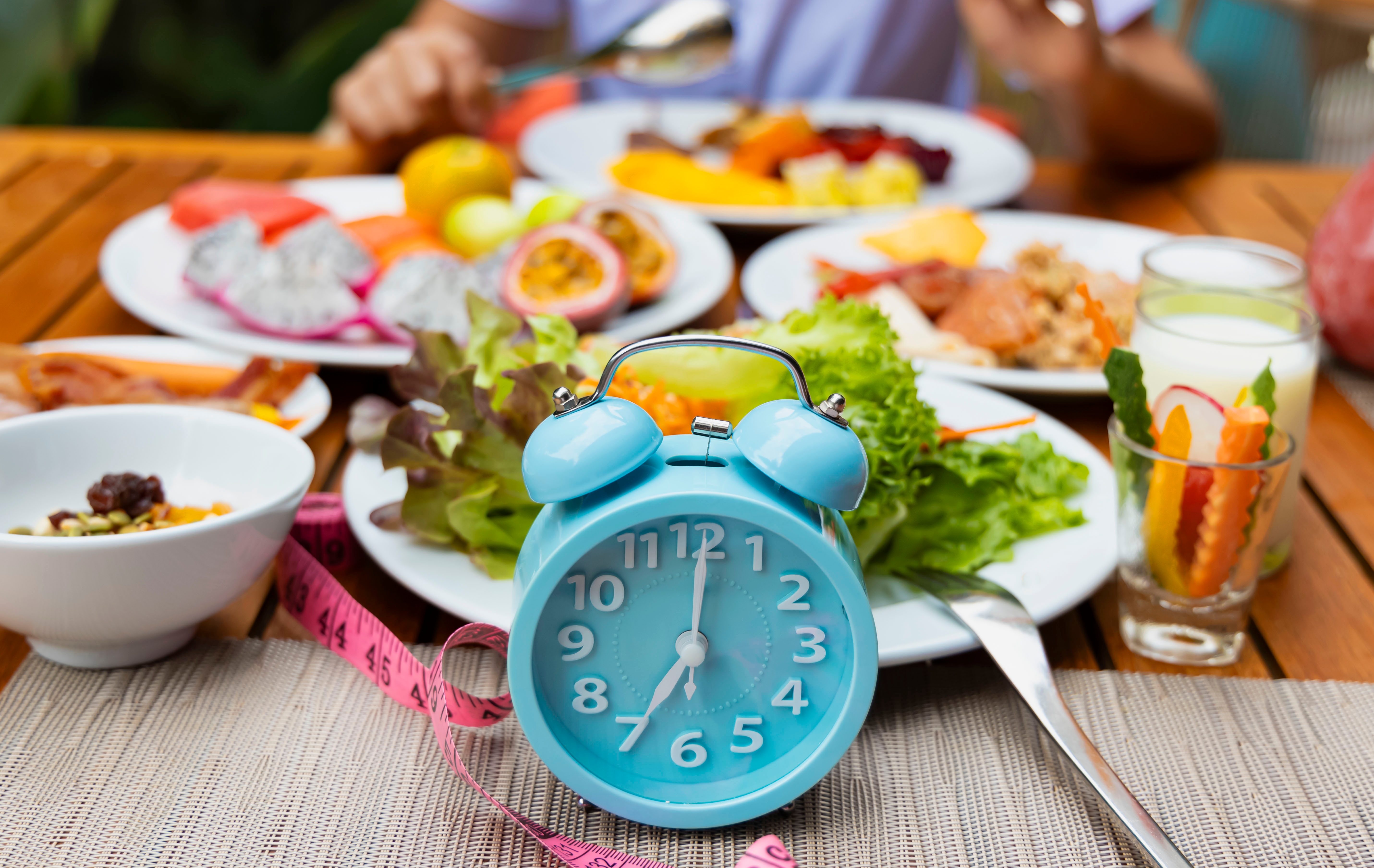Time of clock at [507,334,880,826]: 7:00
